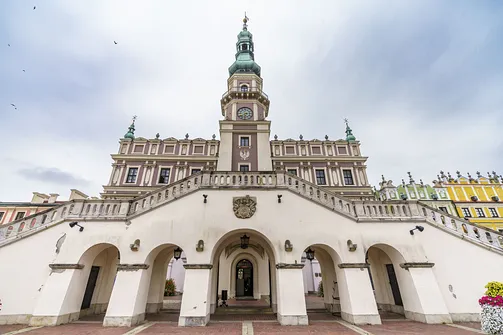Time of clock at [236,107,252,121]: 6:14
